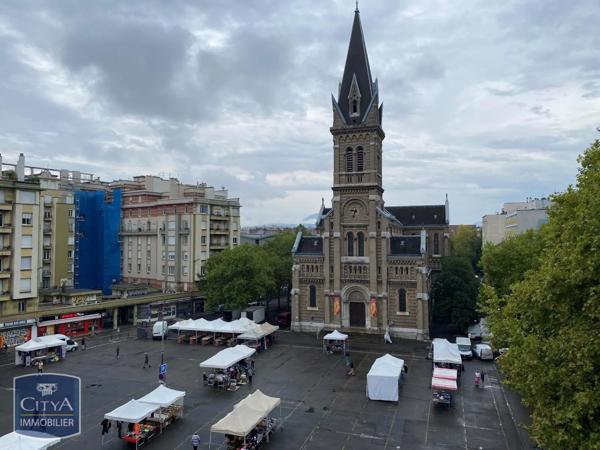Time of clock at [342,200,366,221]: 9:33
